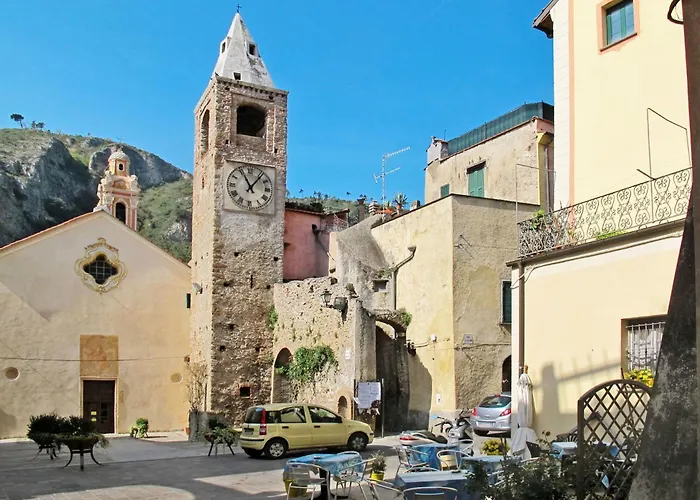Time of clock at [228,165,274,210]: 11:06
